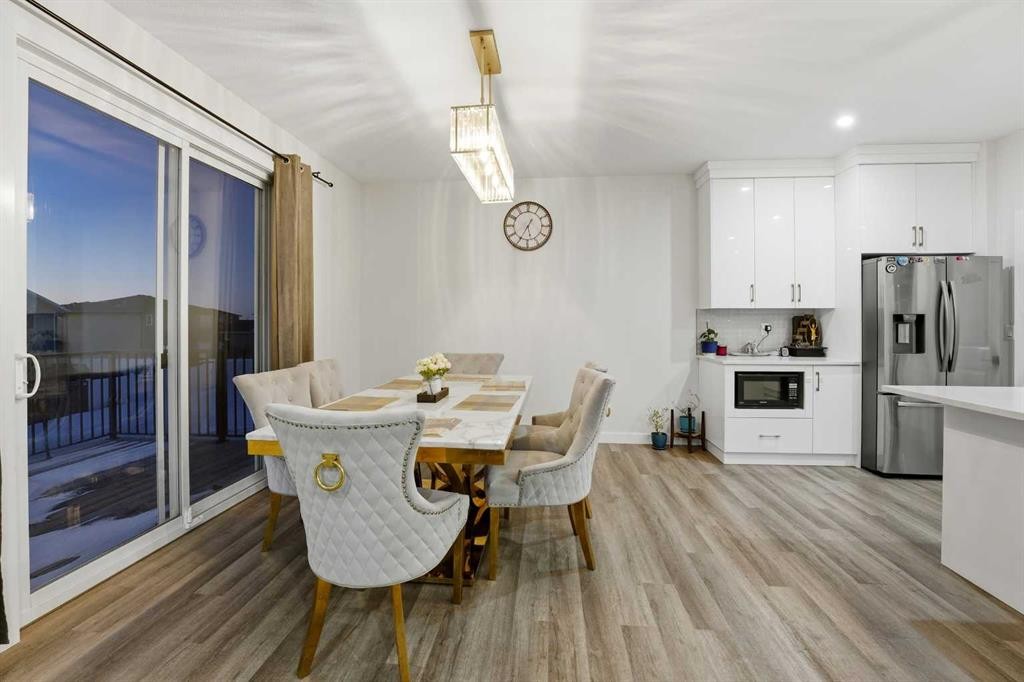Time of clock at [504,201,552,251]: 5:35
